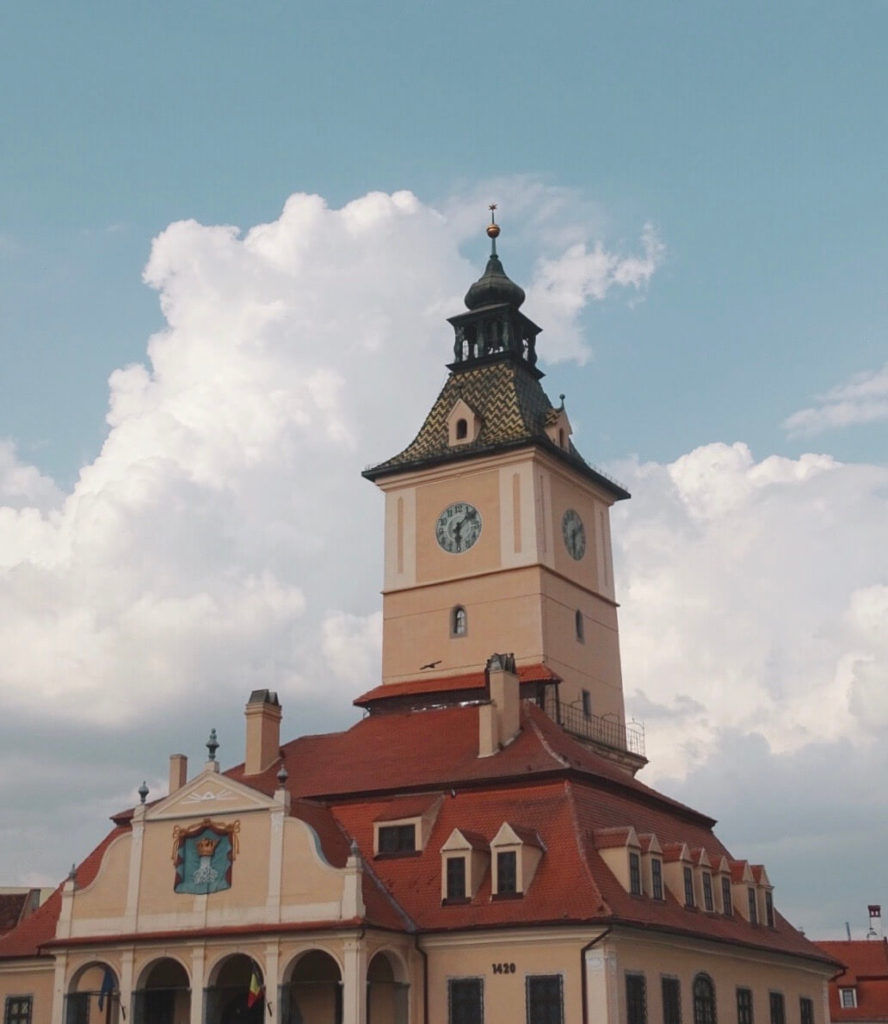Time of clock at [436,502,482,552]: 6:08
